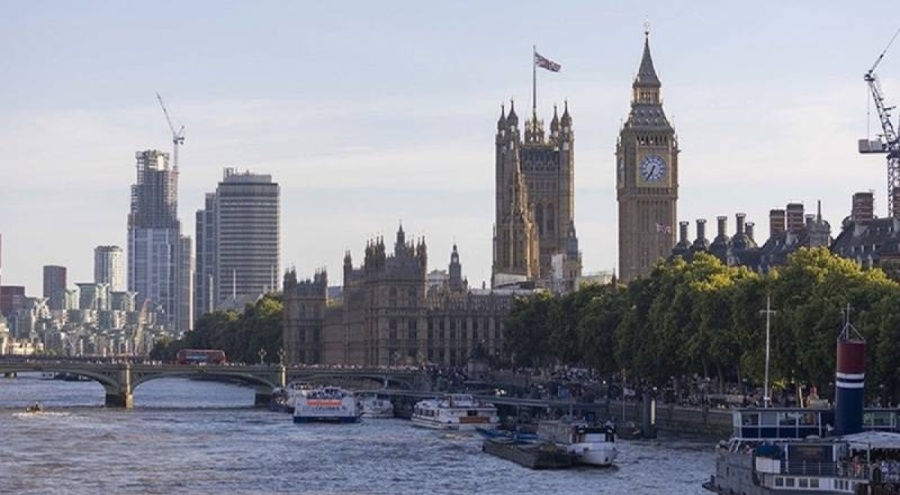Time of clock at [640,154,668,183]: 6:34
